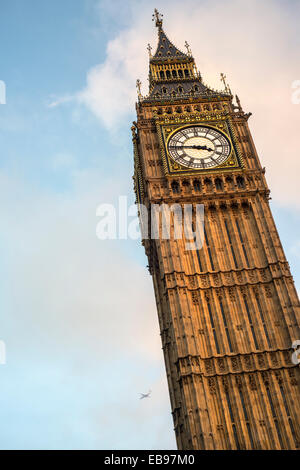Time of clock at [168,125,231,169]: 3:46
